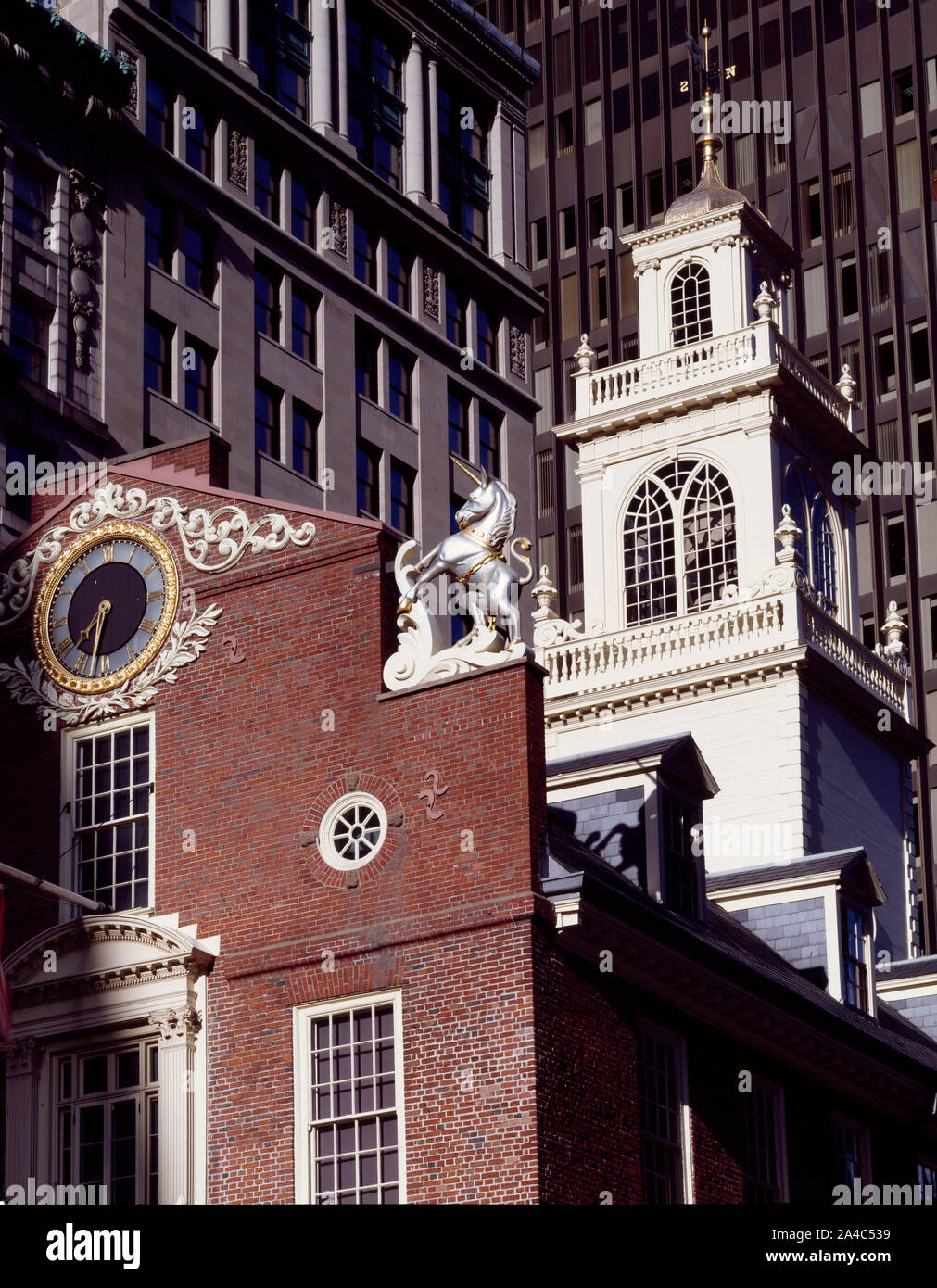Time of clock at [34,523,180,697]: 7:32
